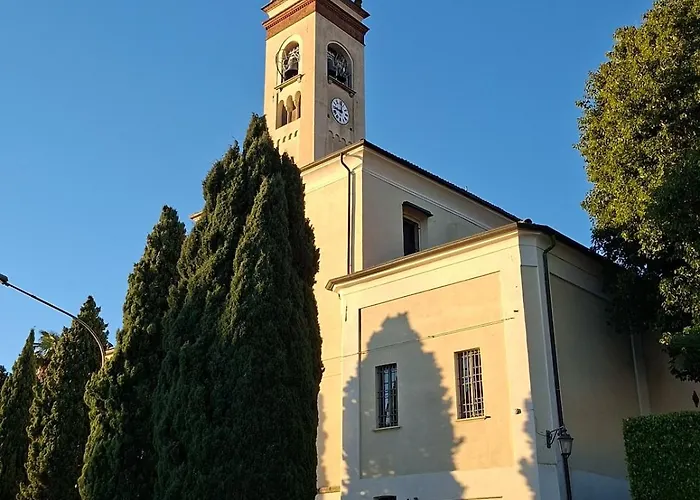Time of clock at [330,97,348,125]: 9:01
